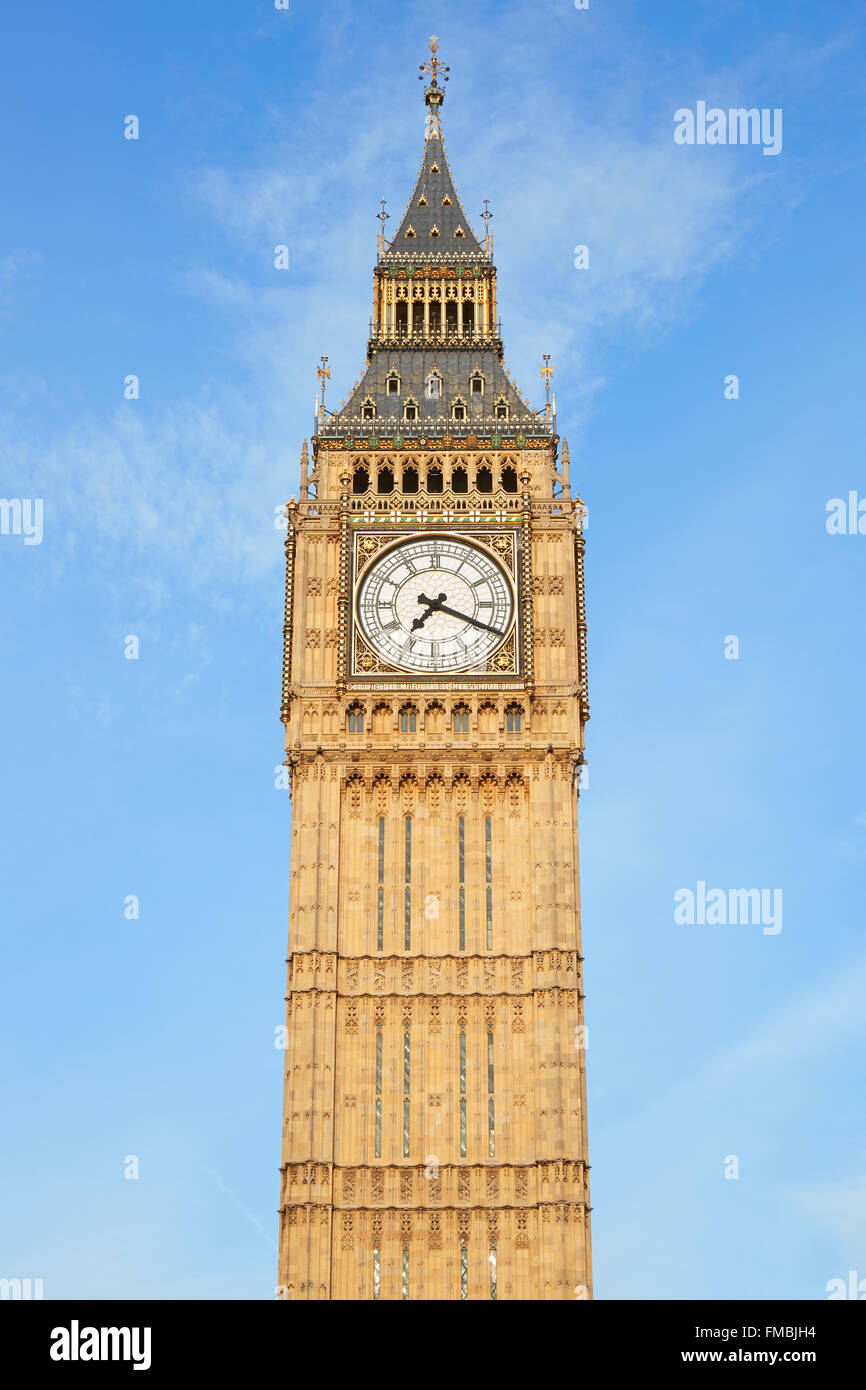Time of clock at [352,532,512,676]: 7:19
